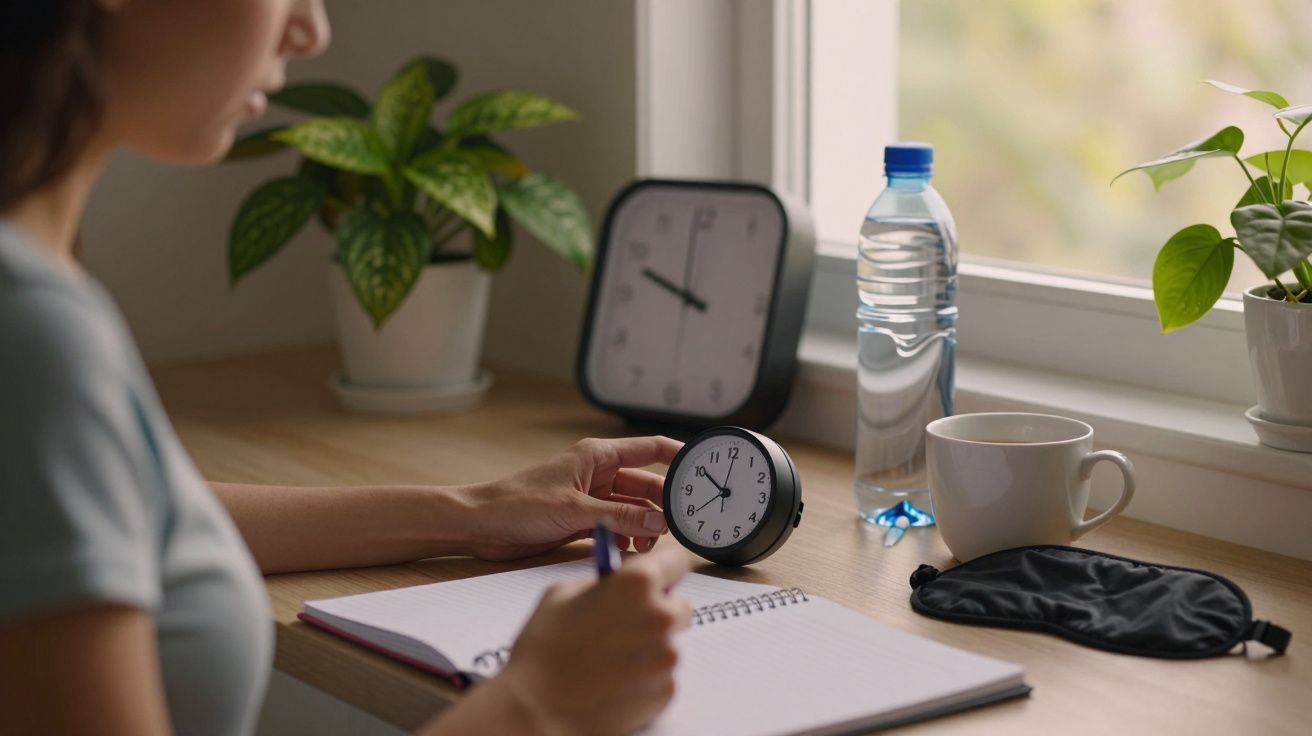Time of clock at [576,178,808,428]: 9:48
